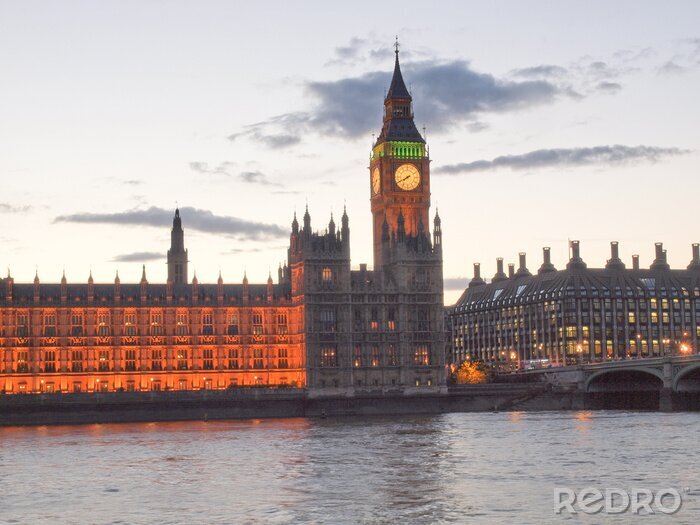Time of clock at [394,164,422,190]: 7:40
